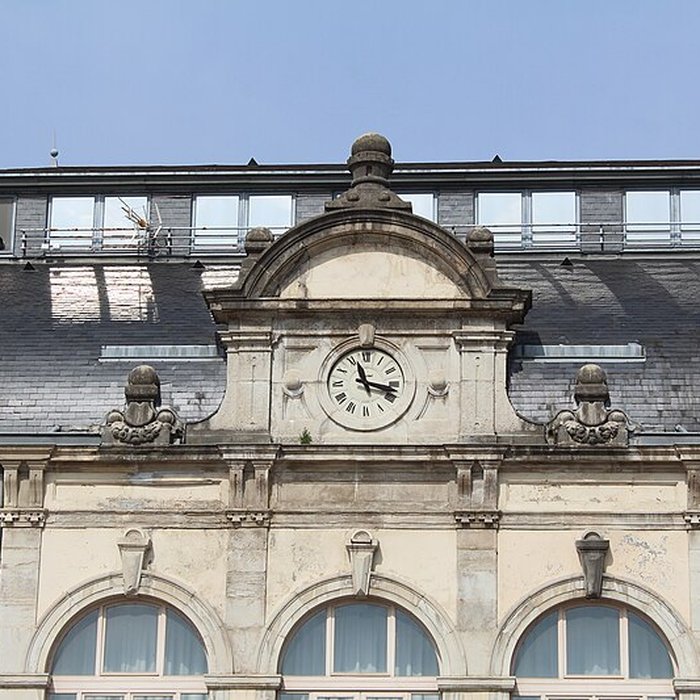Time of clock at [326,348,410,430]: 11:17
